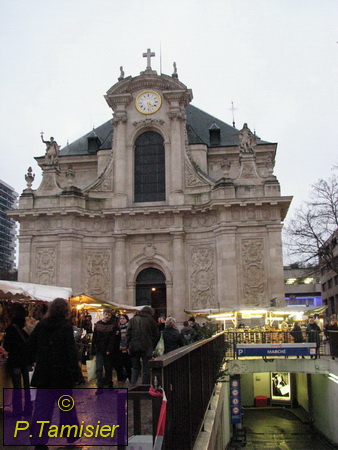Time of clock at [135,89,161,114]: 4:28
